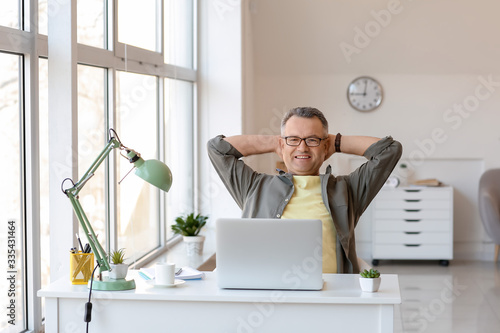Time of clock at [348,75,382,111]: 9:01
